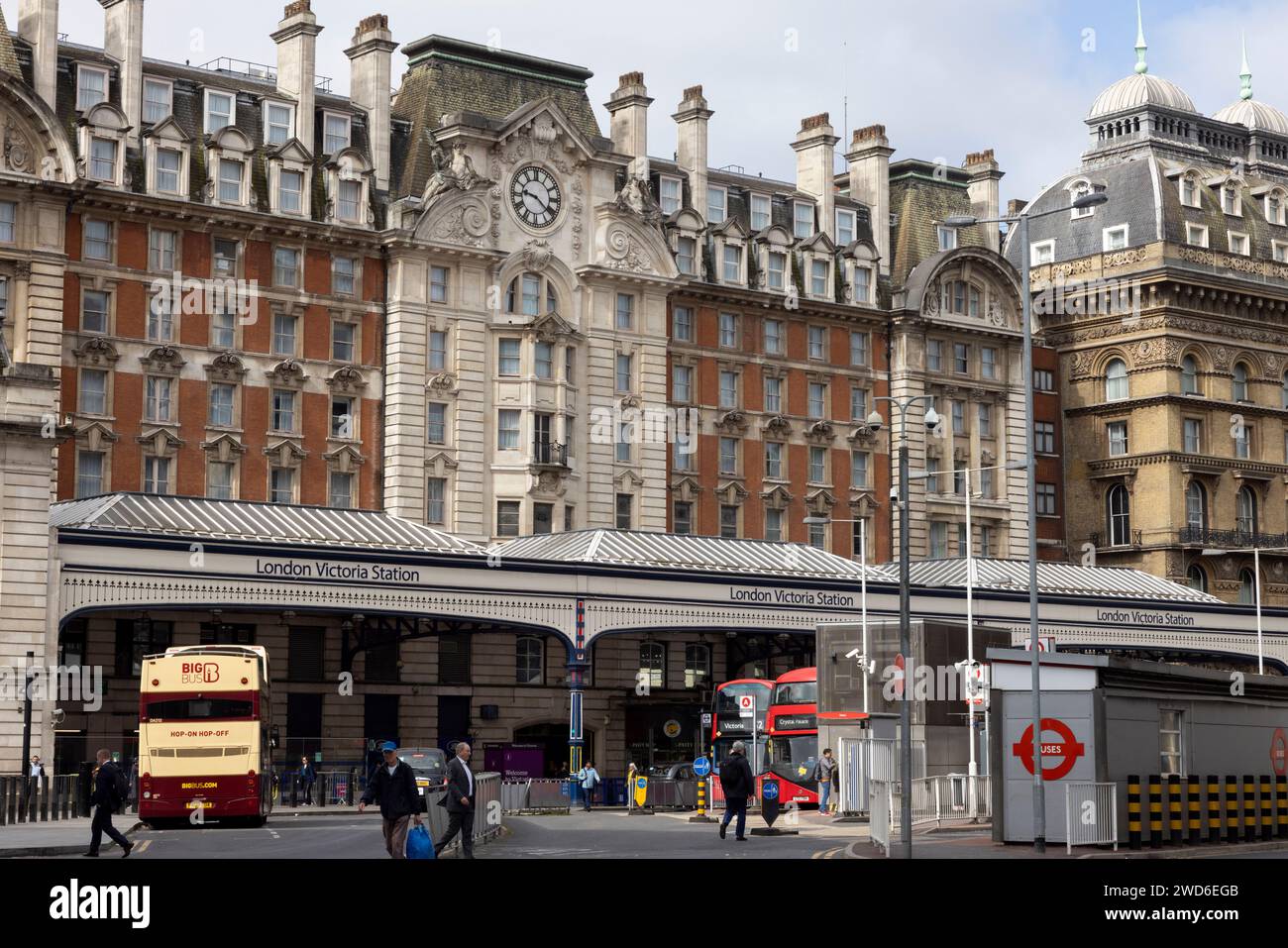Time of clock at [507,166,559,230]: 9:21
